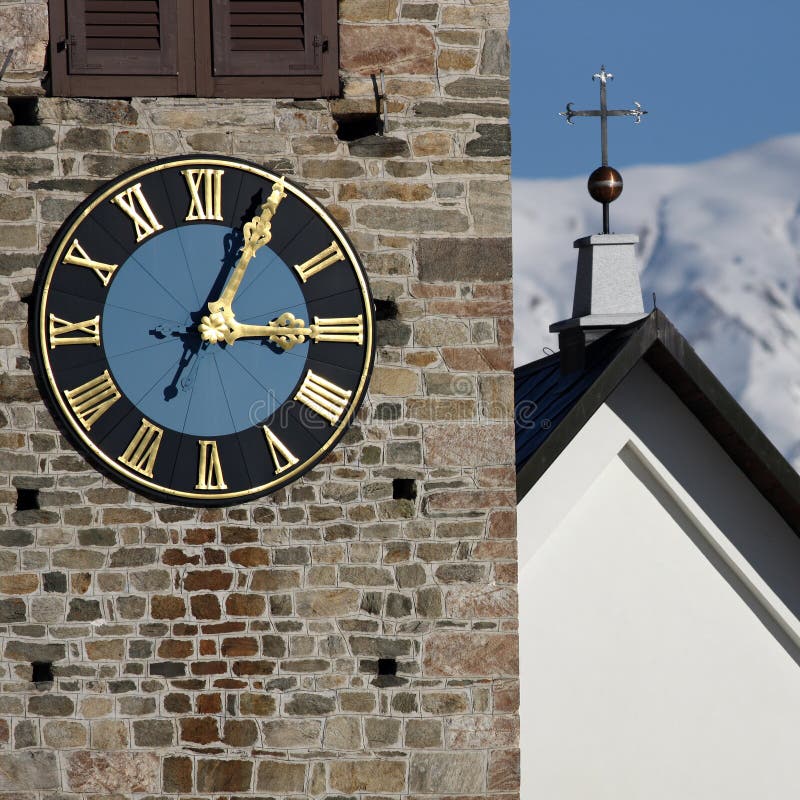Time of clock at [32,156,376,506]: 3:04
